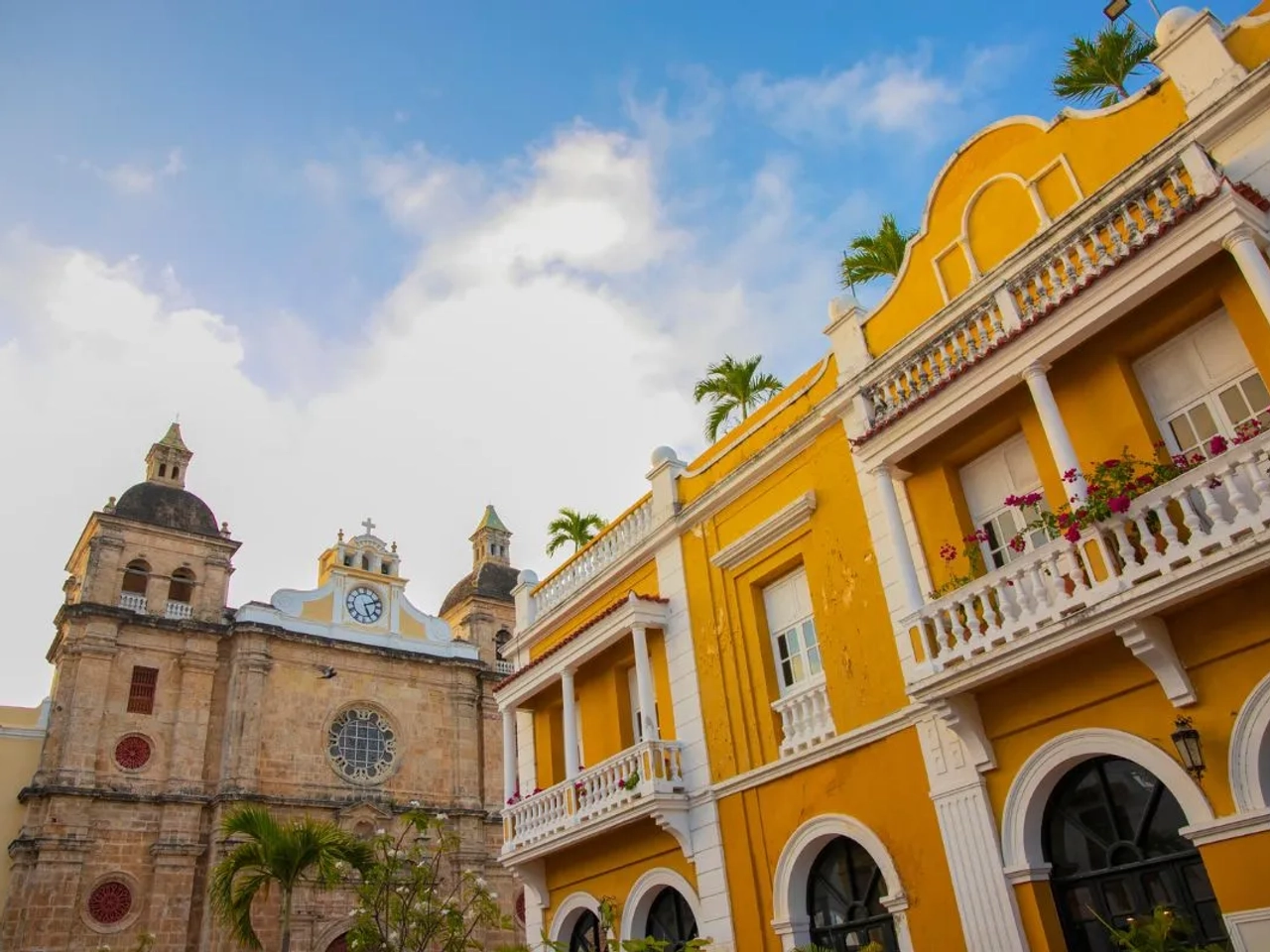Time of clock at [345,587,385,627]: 5:11
